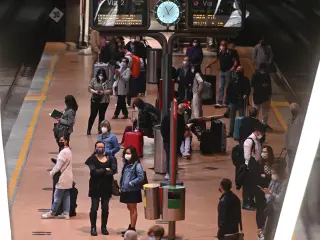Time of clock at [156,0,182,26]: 11:07
